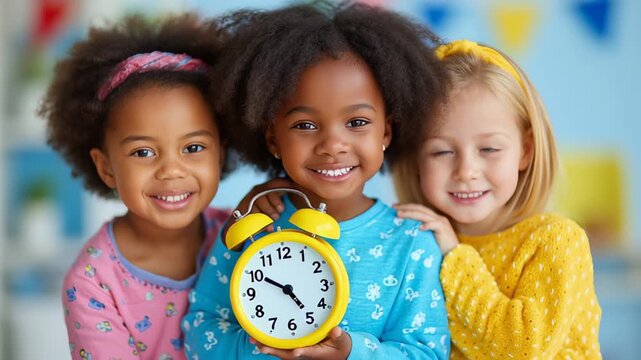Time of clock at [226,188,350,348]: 4:50
